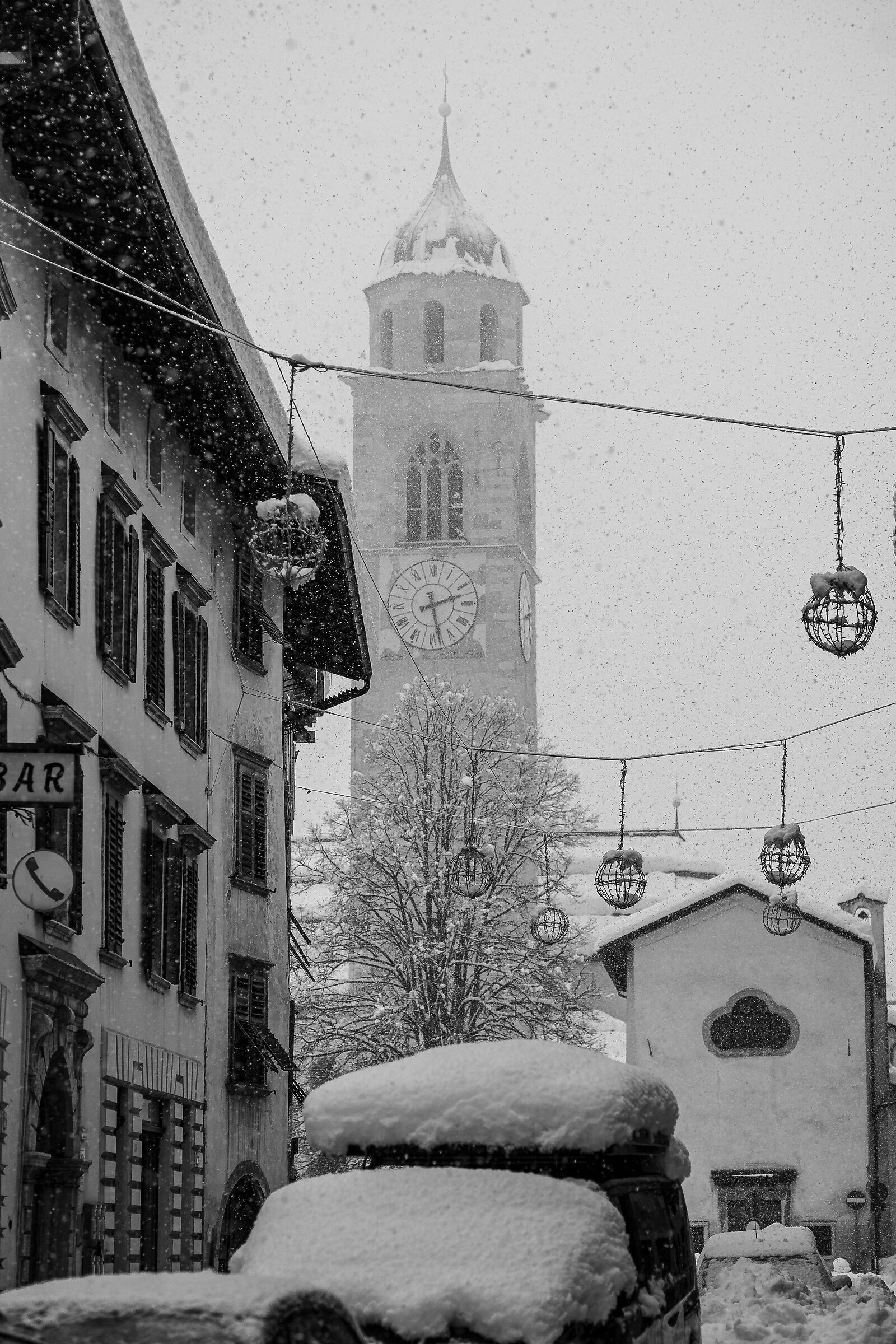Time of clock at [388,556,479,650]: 2:28
